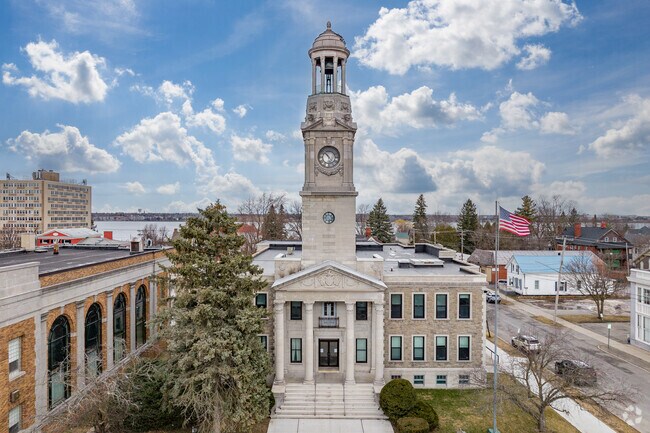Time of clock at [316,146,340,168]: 4:52
